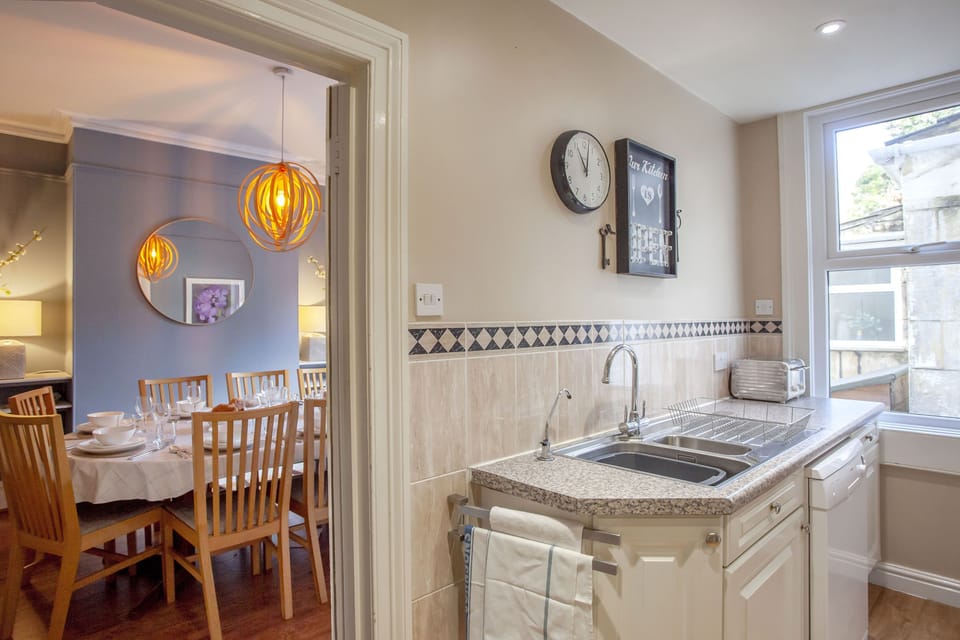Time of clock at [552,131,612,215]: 11:02
